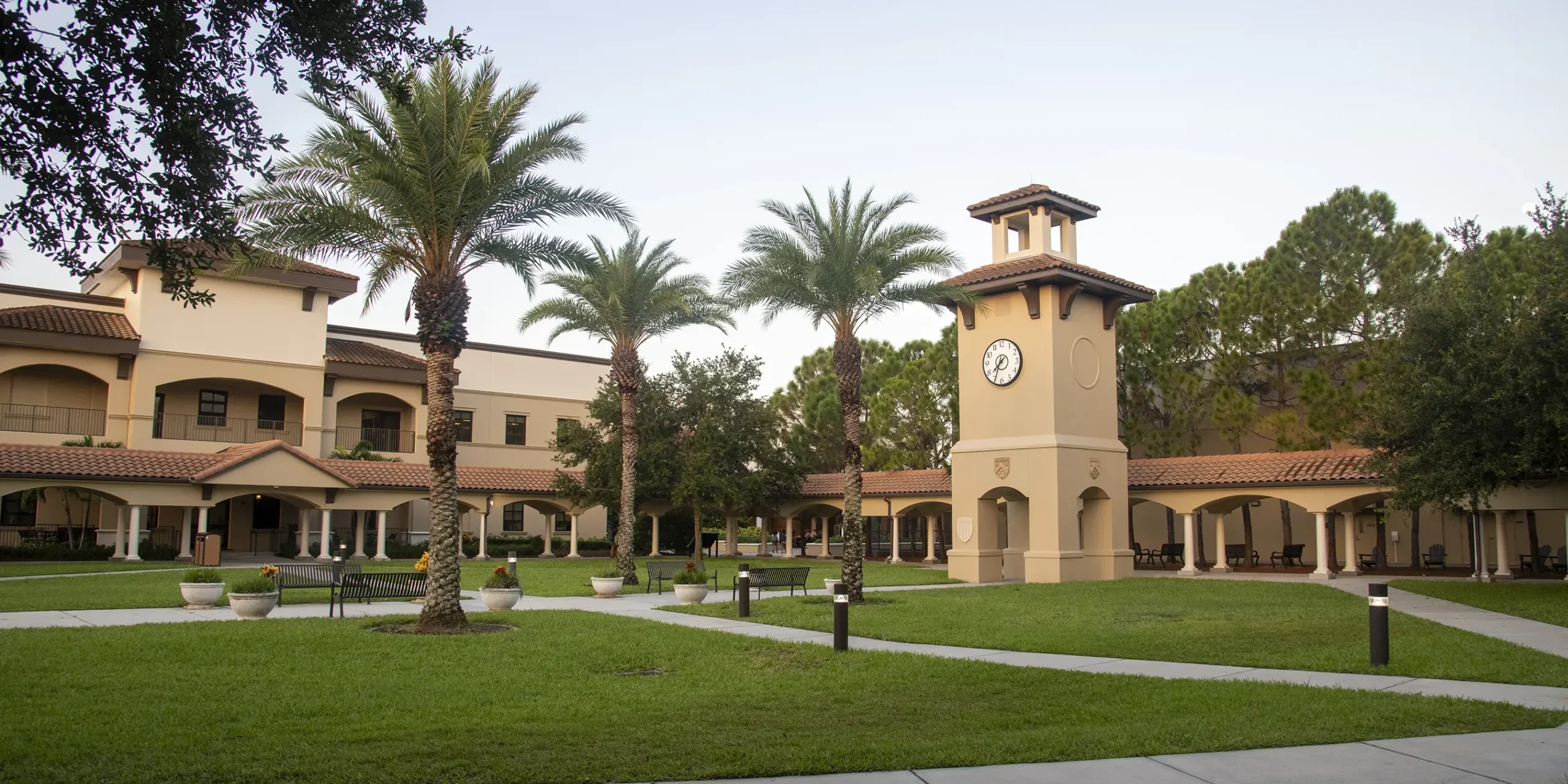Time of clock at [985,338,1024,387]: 7:34
